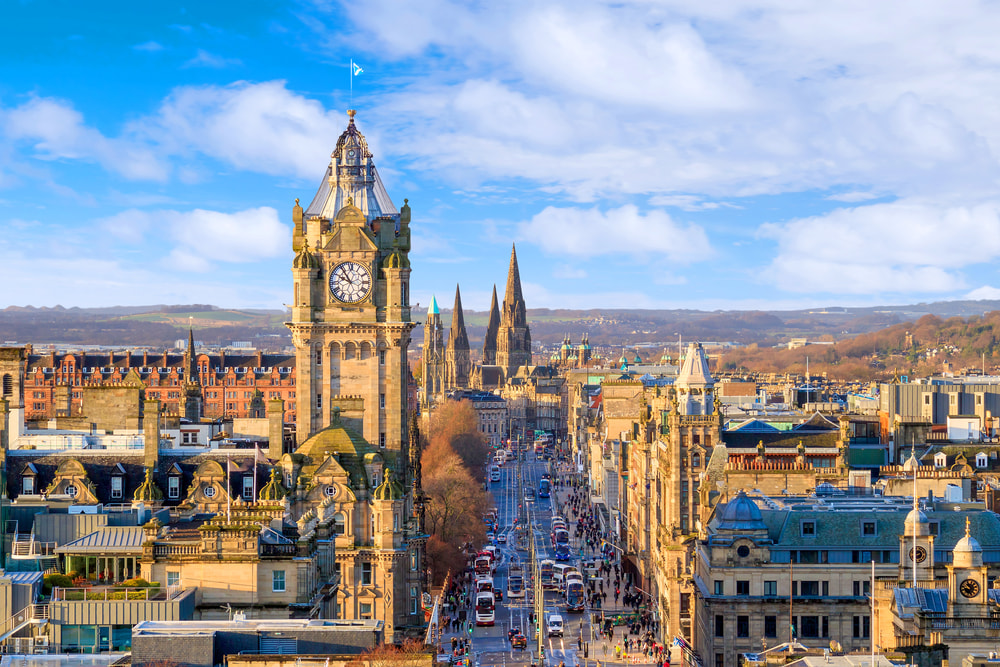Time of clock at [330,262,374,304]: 9:54
